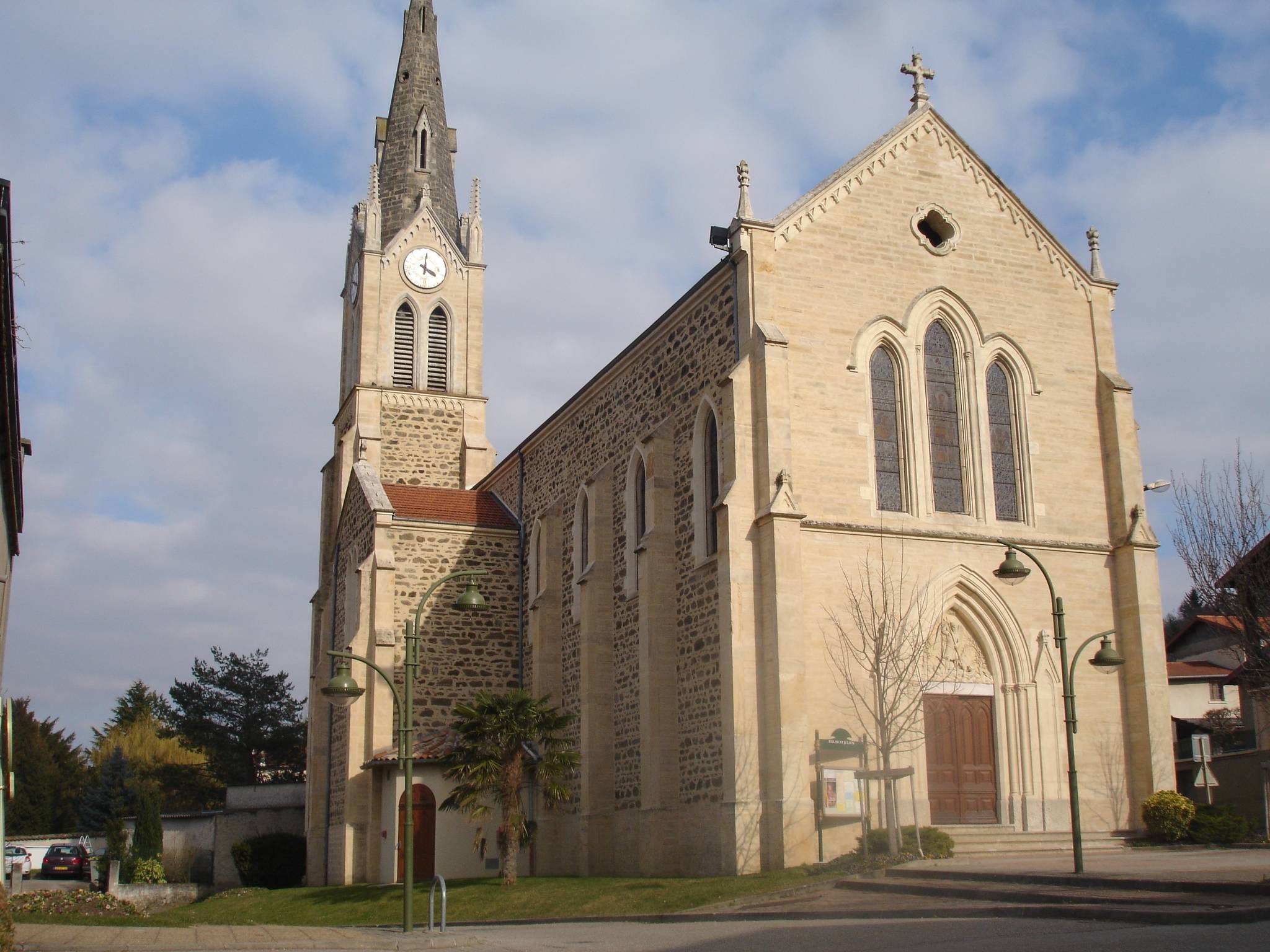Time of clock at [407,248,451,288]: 4:02
